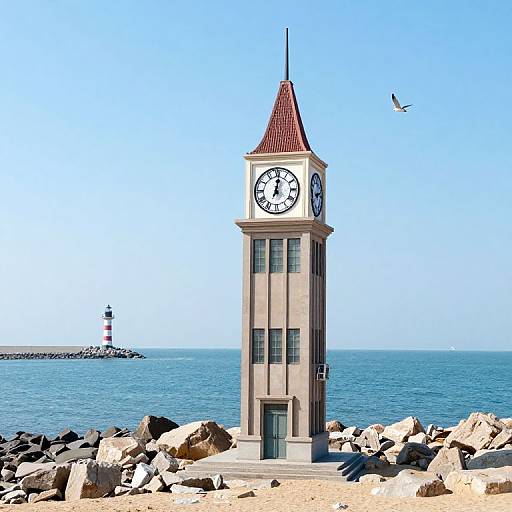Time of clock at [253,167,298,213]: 7:01
